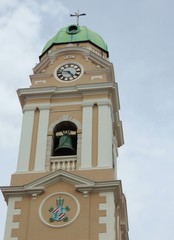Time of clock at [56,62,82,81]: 4:46
